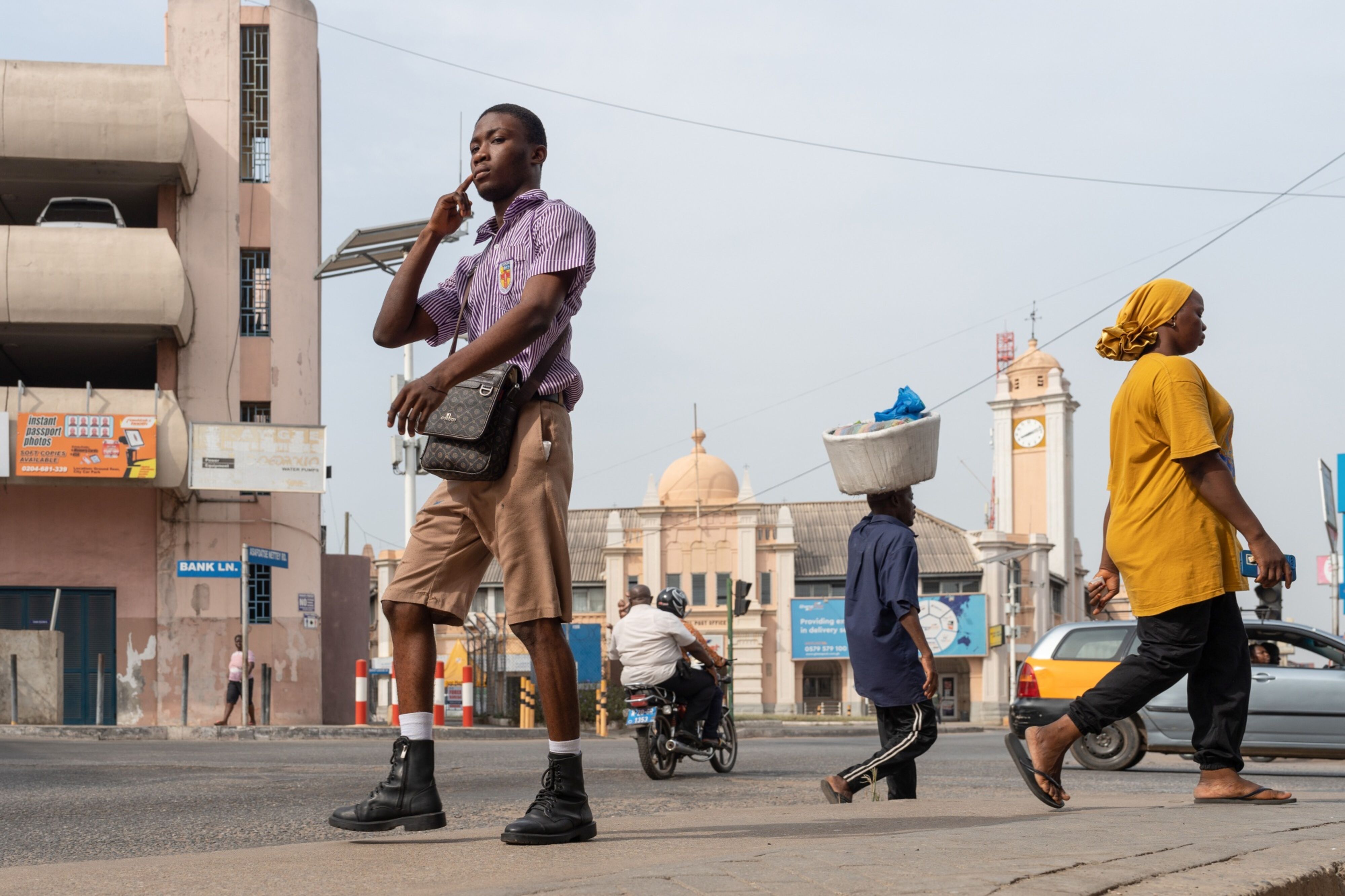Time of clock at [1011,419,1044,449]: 8:11
